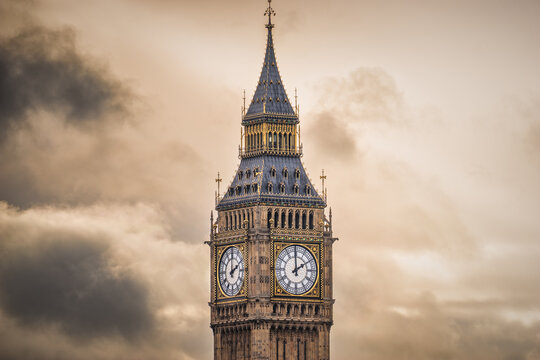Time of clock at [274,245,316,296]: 1:59
